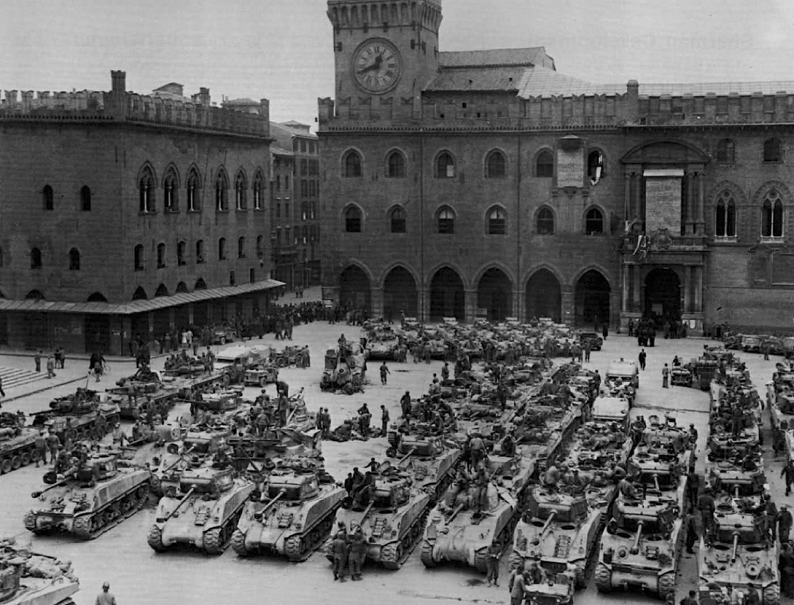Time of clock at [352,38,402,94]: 12:41
